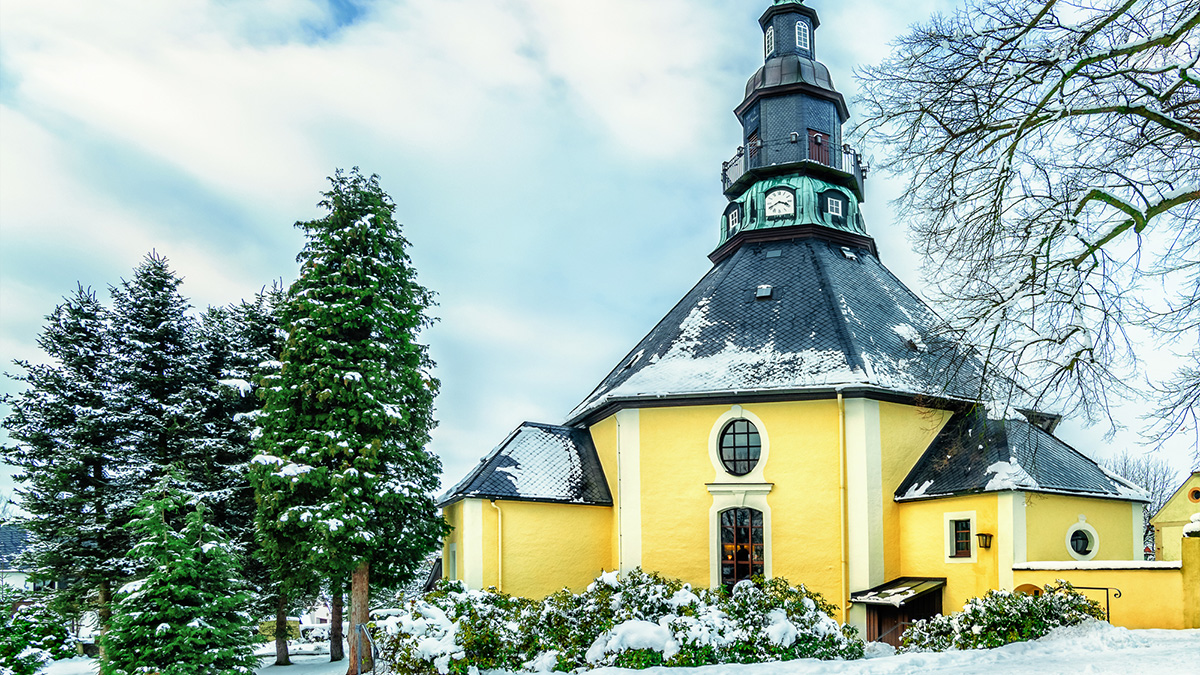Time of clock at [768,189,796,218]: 3:40
